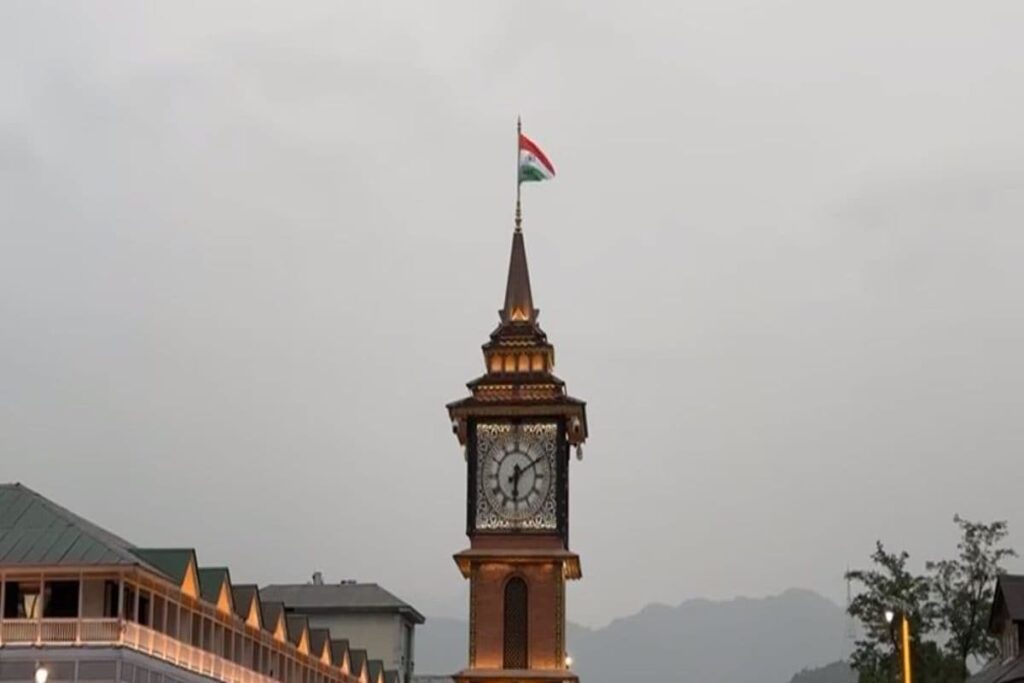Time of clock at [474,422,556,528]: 6:10
